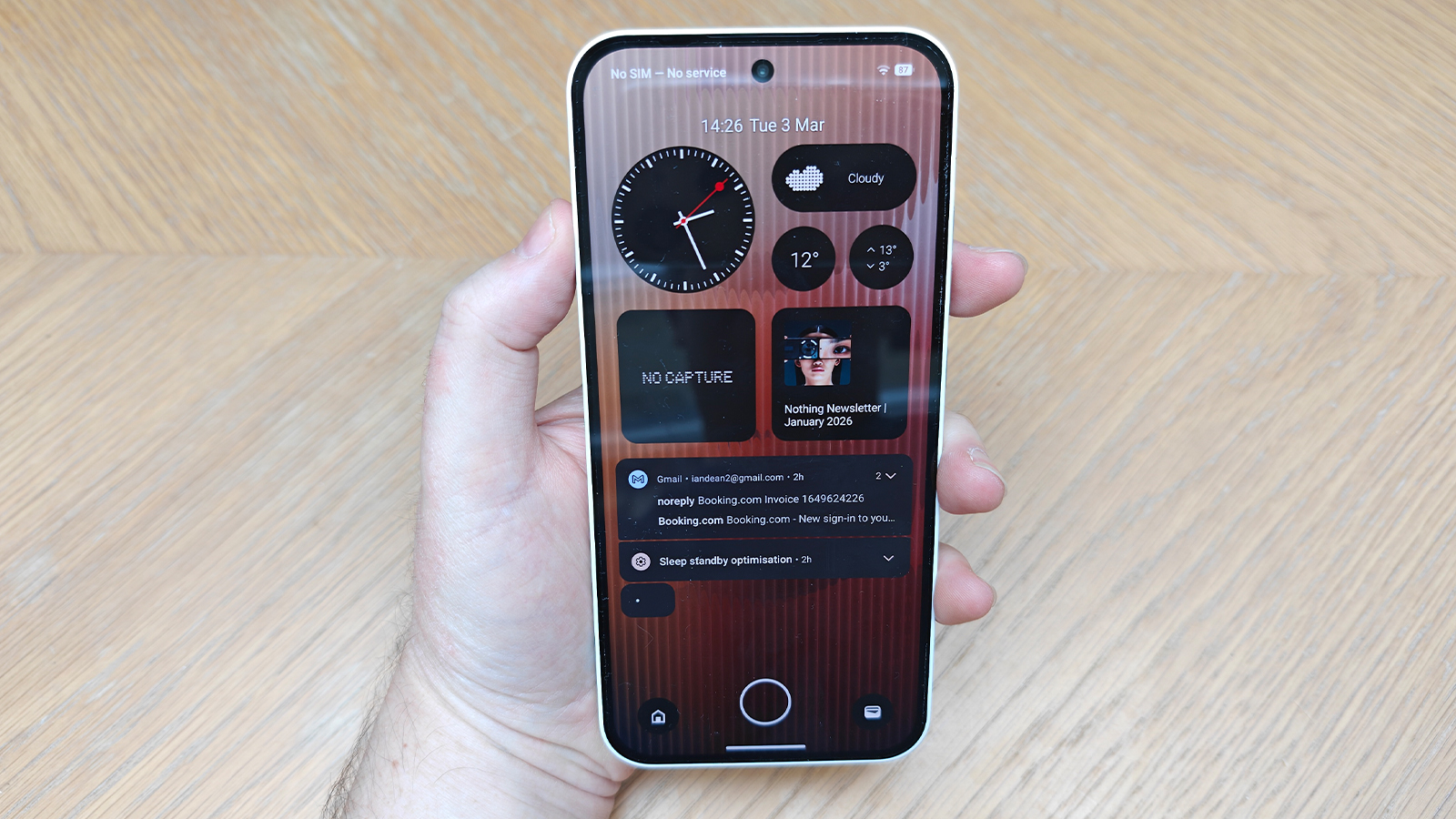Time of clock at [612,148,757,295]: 2:26
